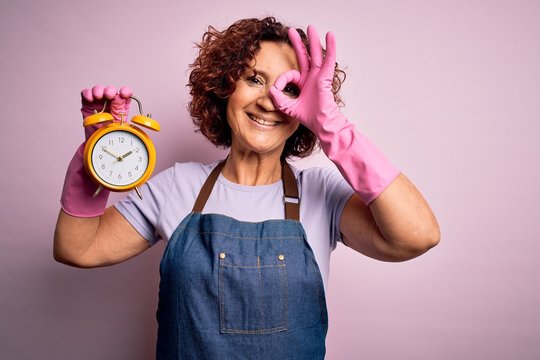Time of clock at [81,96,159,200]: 1:49
